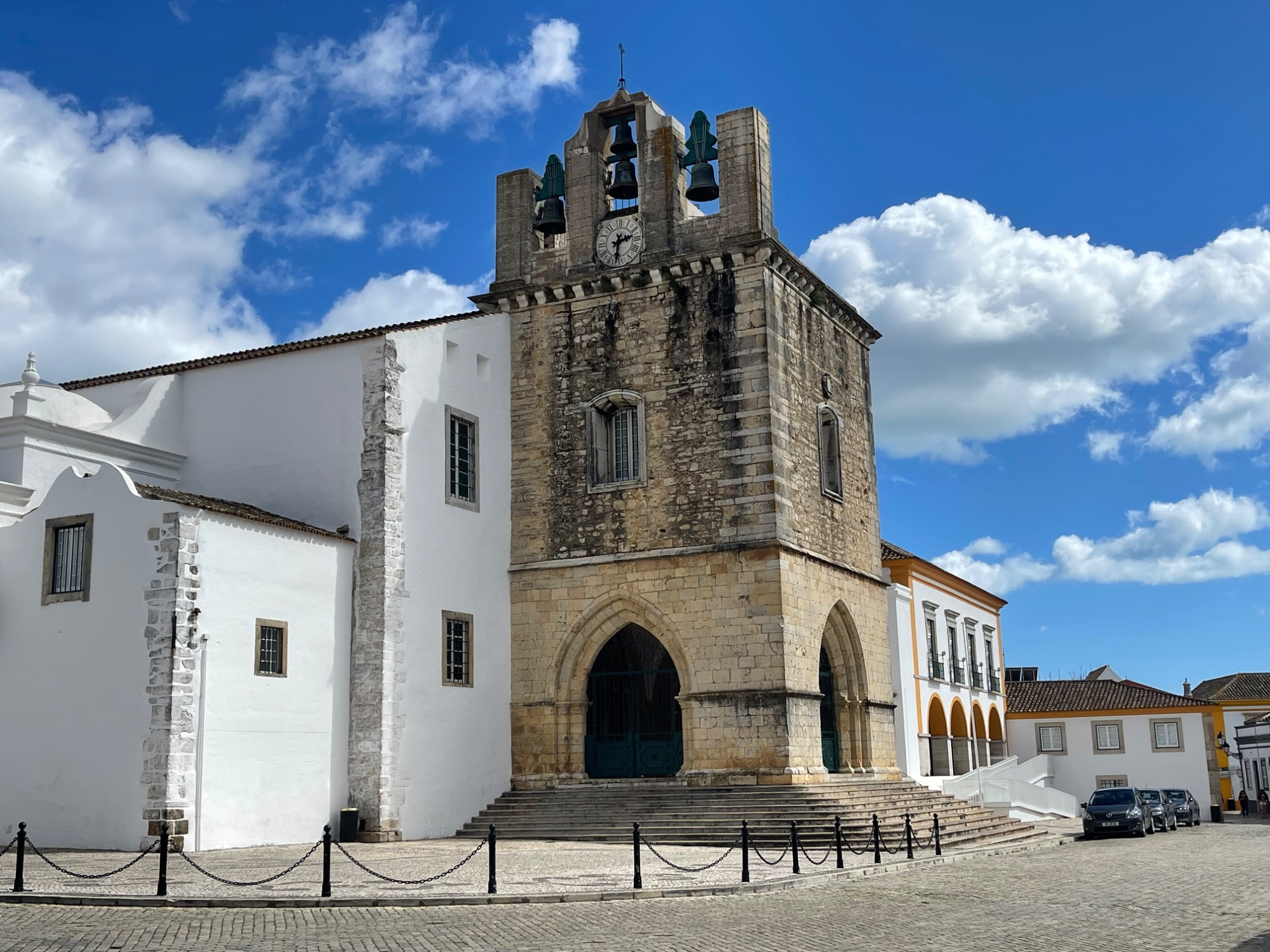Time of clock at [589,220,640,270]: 2:31
